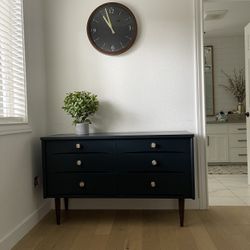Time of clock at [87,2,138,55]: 10:57
